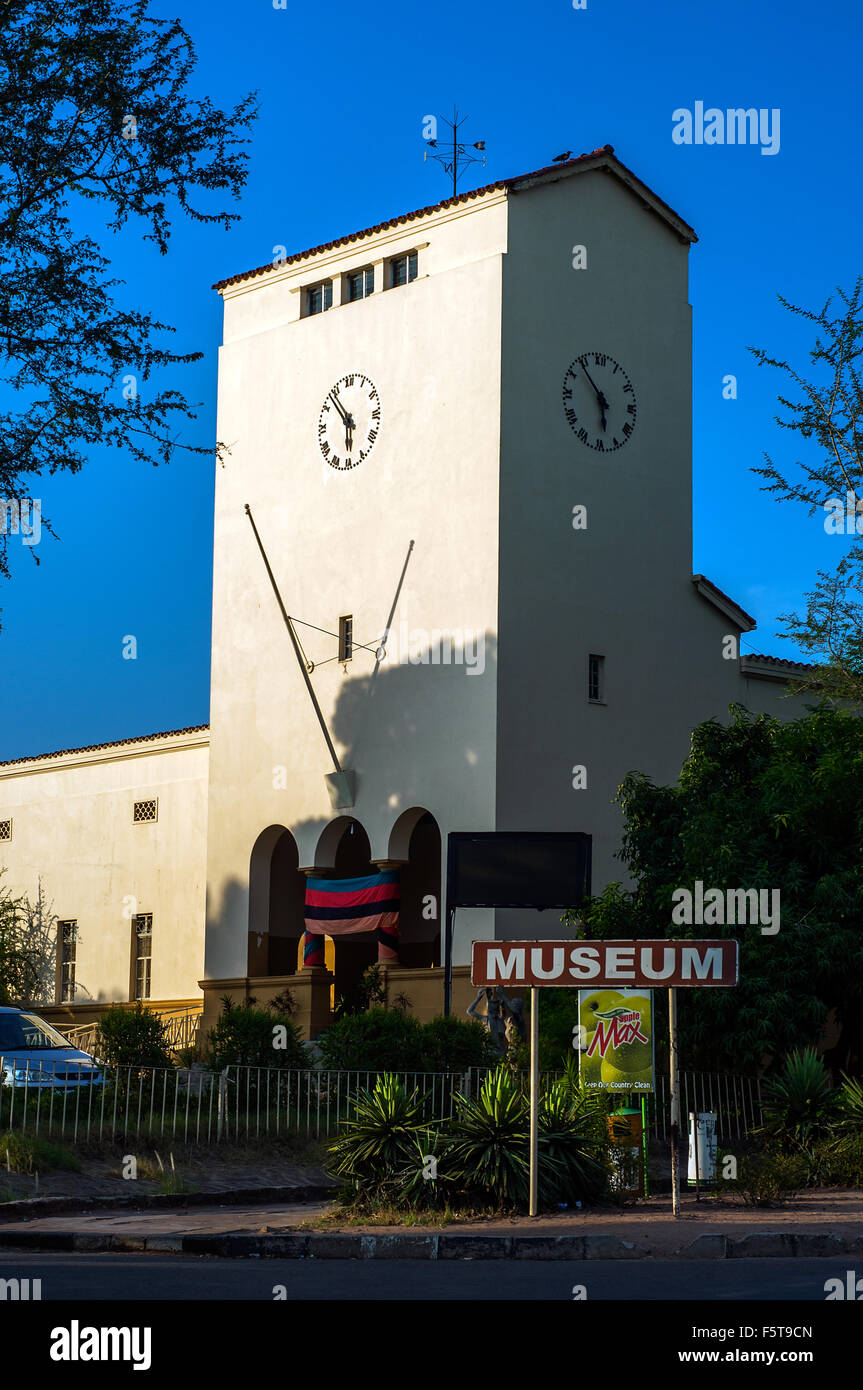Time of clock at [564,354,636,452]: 5:53
